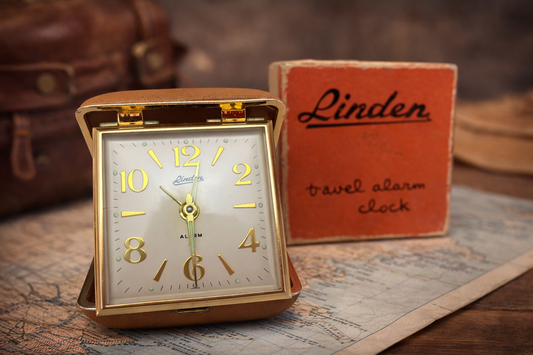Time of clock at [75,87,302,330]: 10:30
